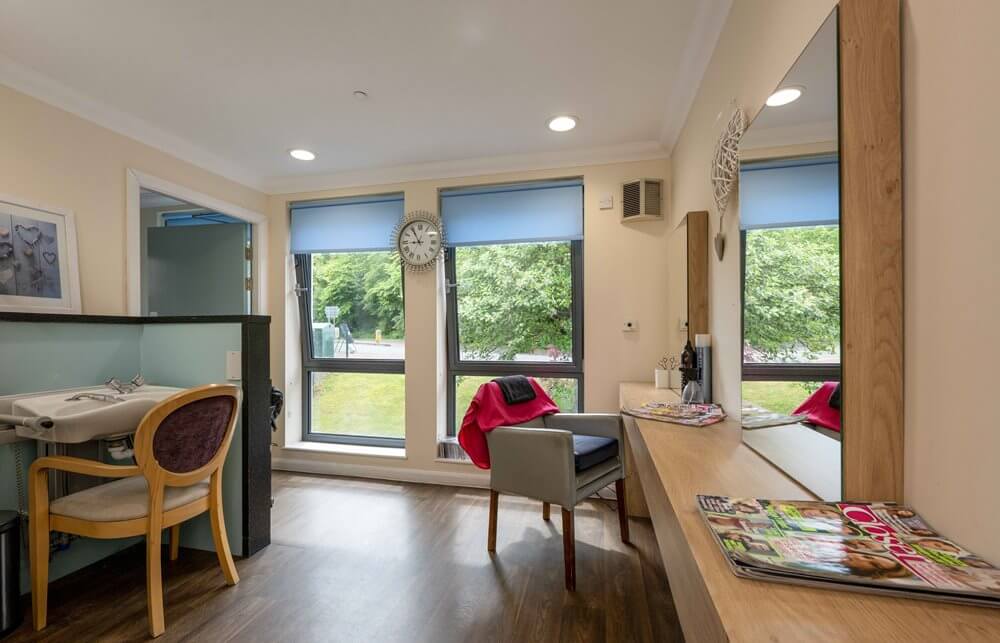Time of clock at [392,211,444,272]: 8:54
